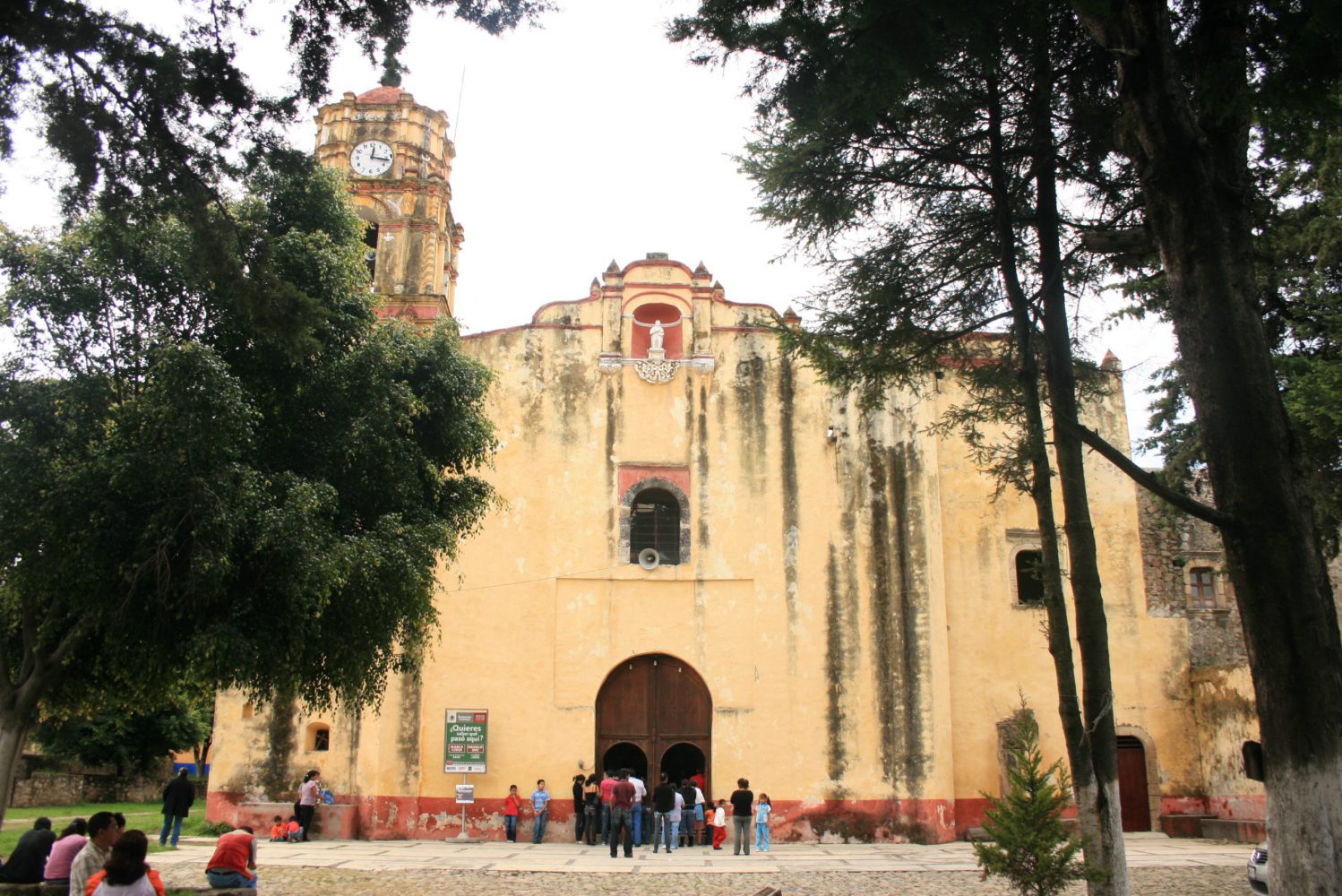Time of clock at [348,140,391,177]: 12:16
